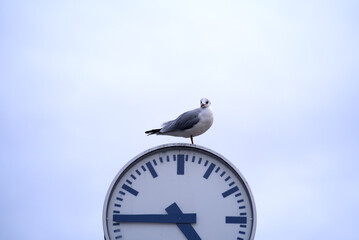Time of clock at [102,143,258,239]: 4:45
